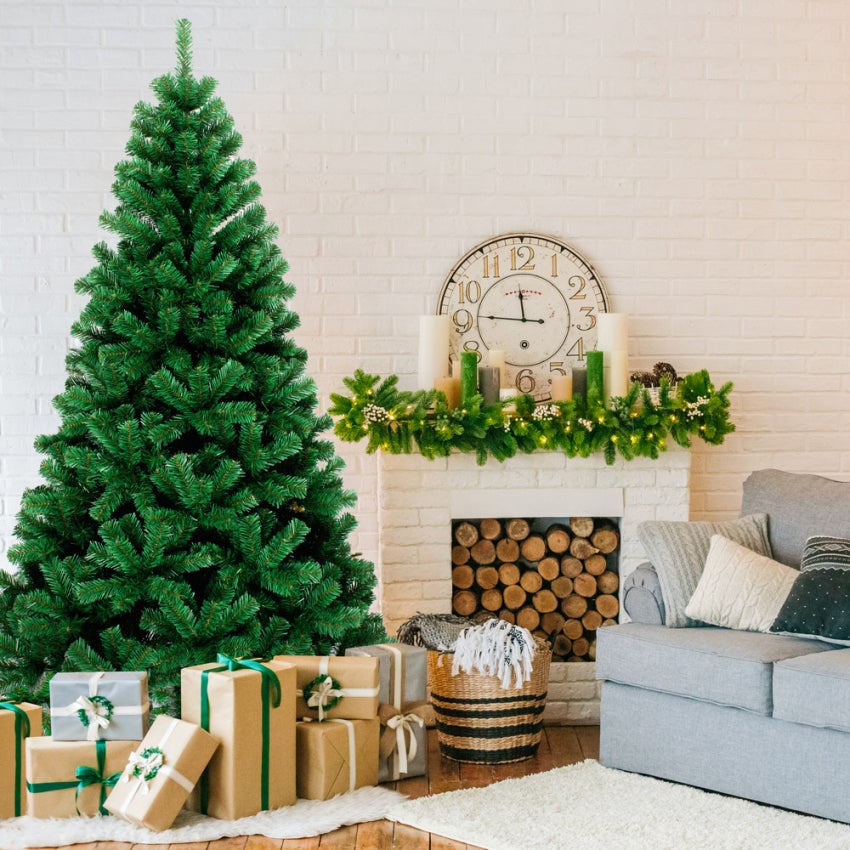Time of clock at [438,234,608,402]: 11:46
